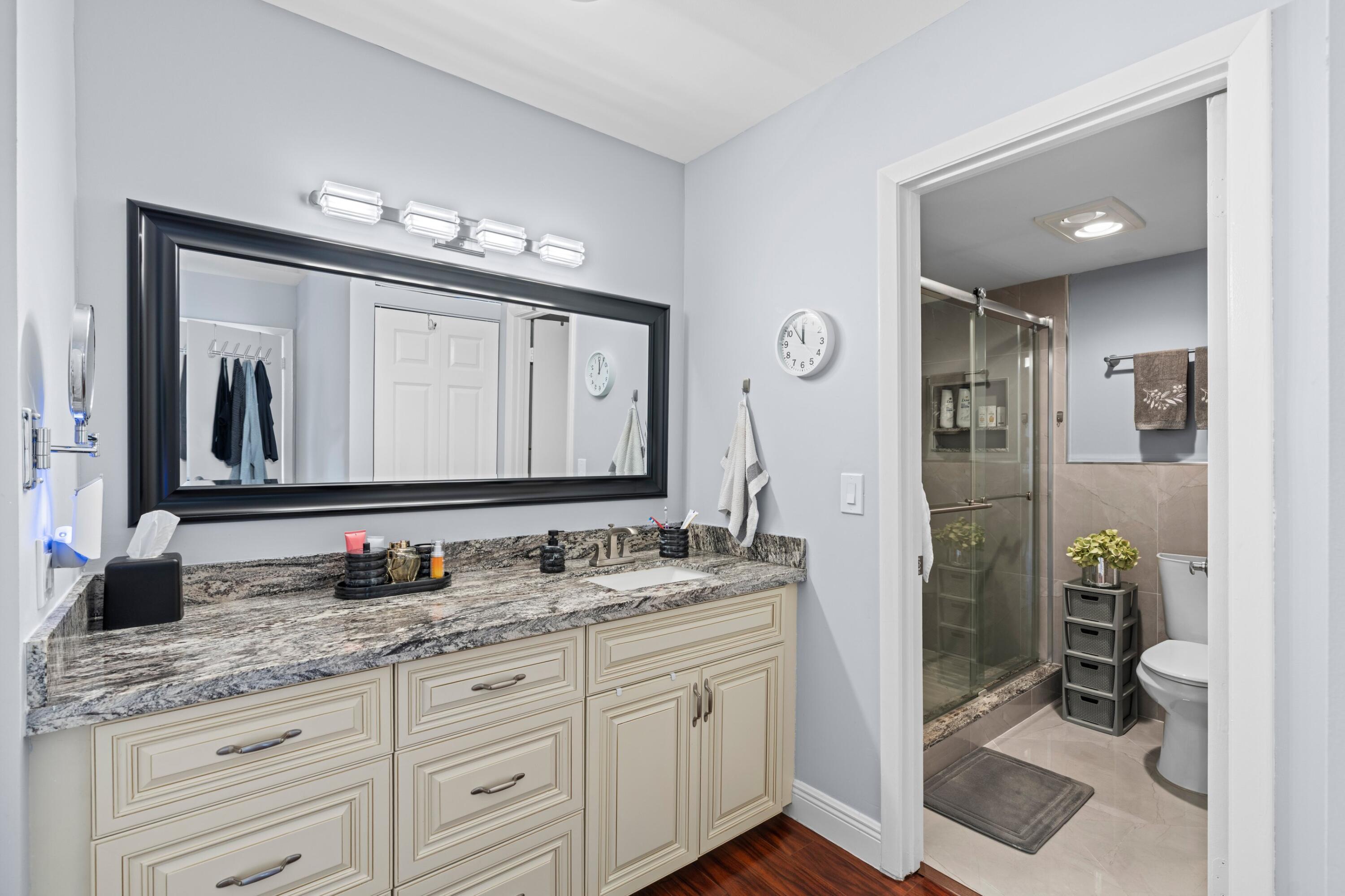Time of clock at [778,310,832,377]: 11:53
